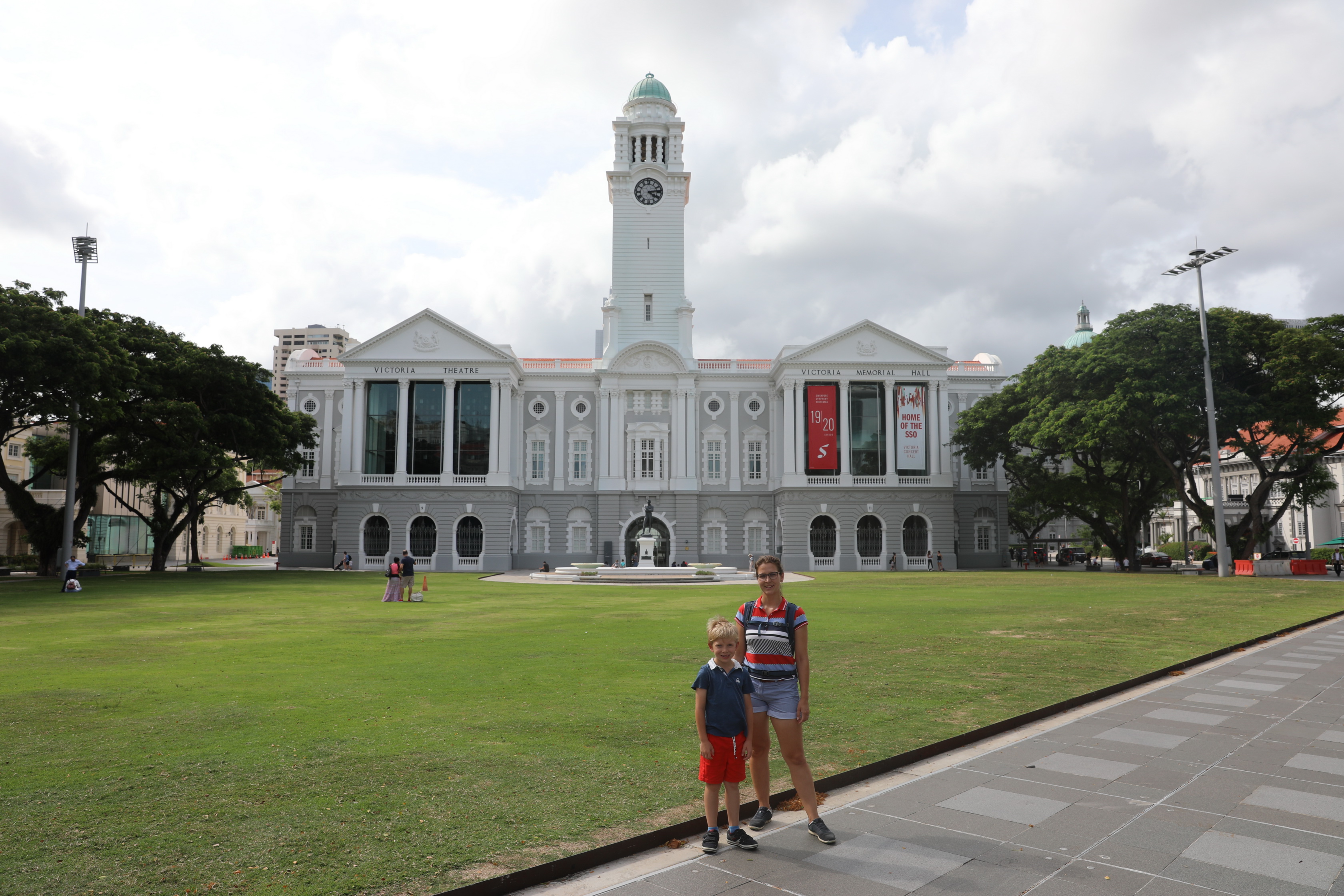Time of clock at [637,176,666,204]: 4:13
